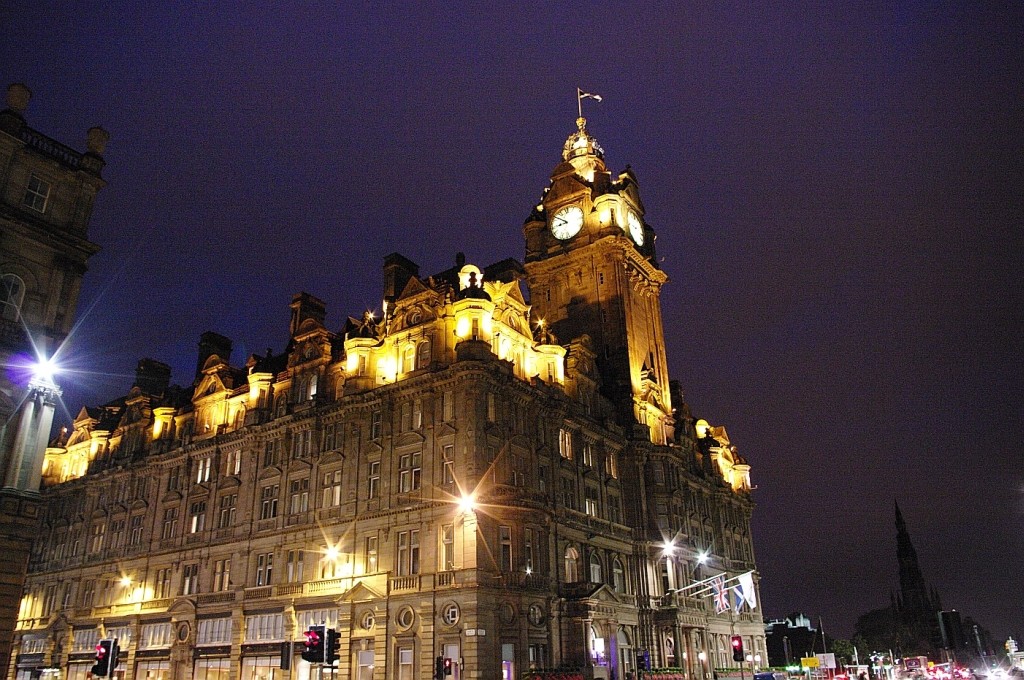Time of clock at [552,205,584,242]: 8:50
